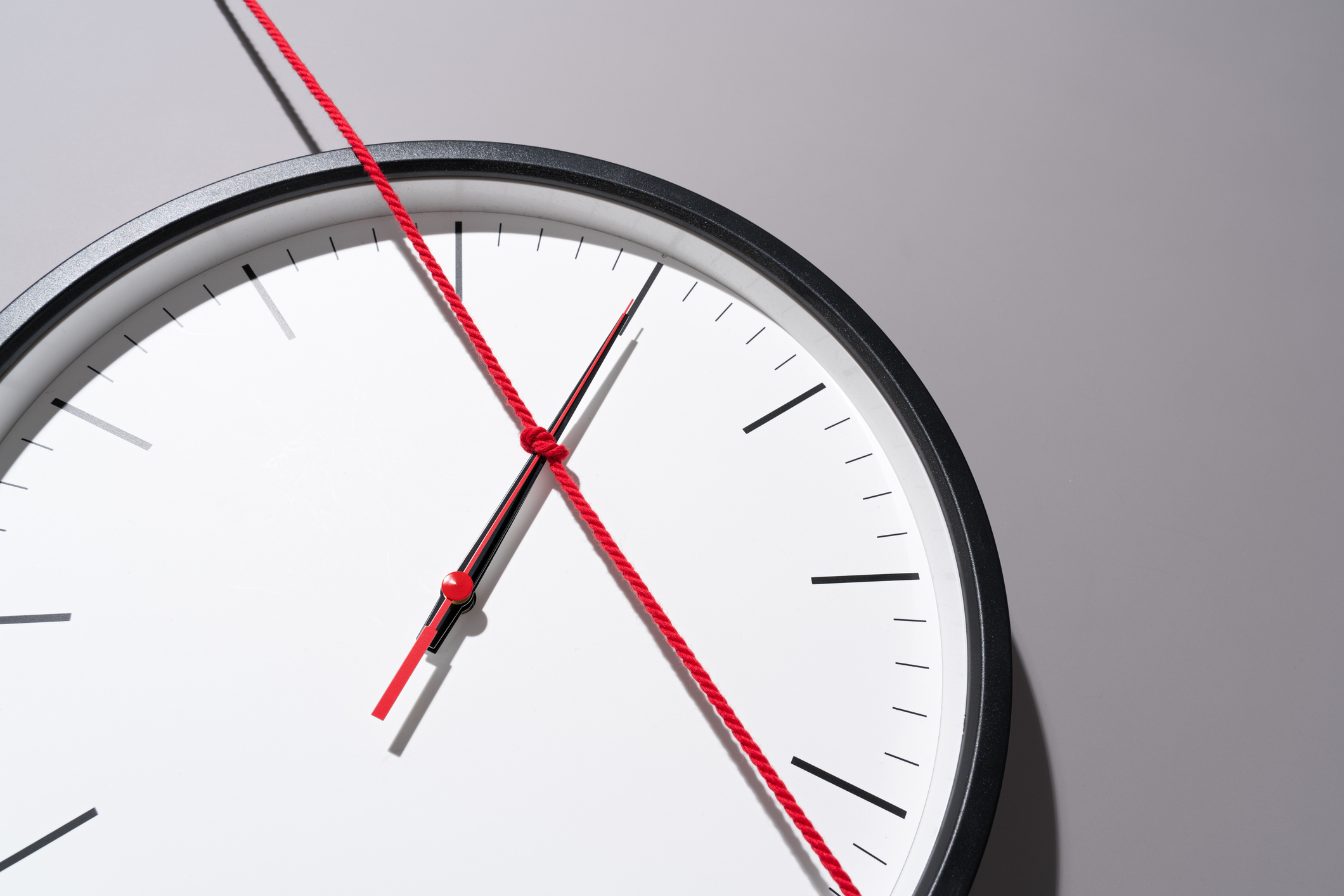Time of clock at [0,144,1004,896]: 1:05
